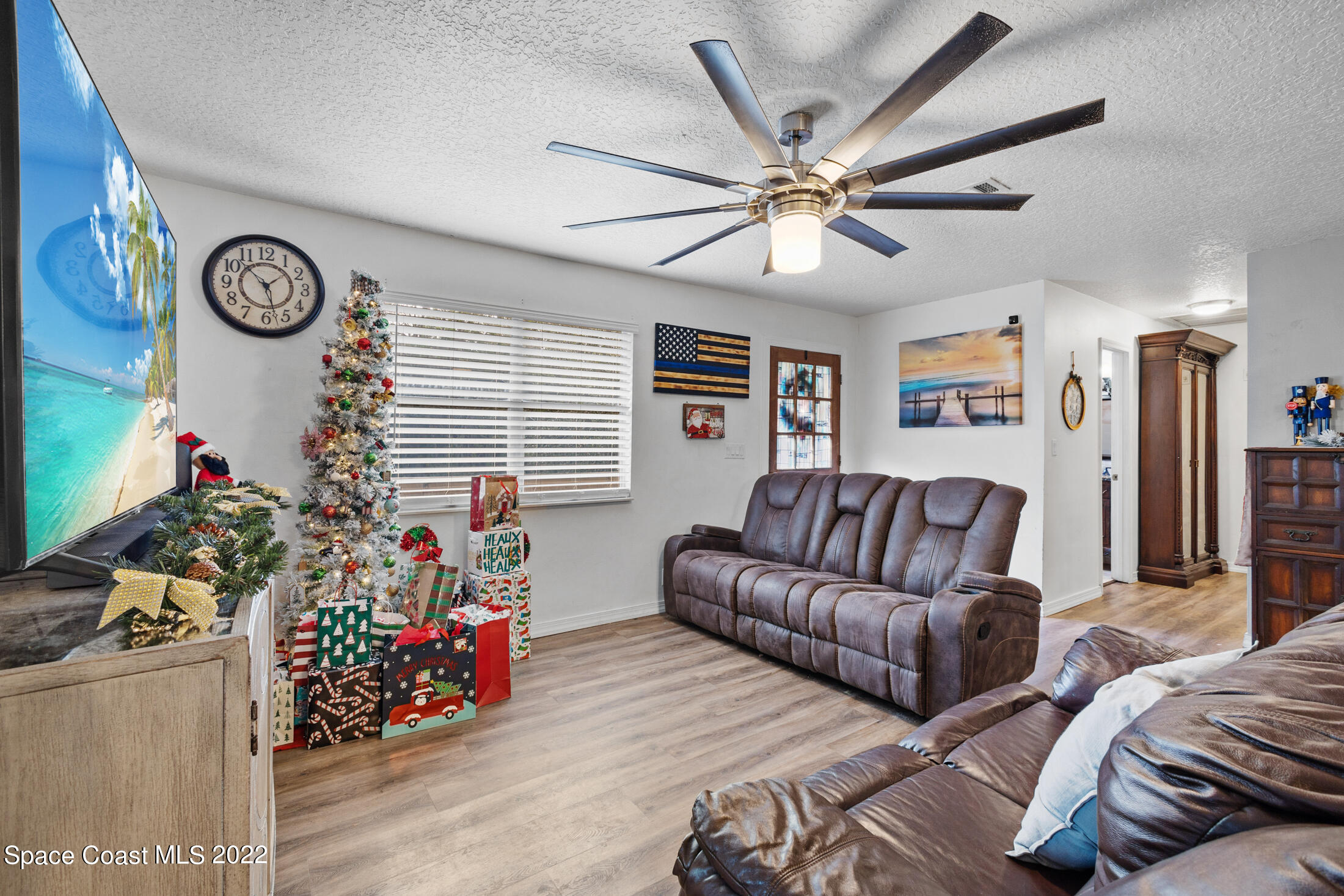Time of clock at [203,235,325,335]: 10:27
